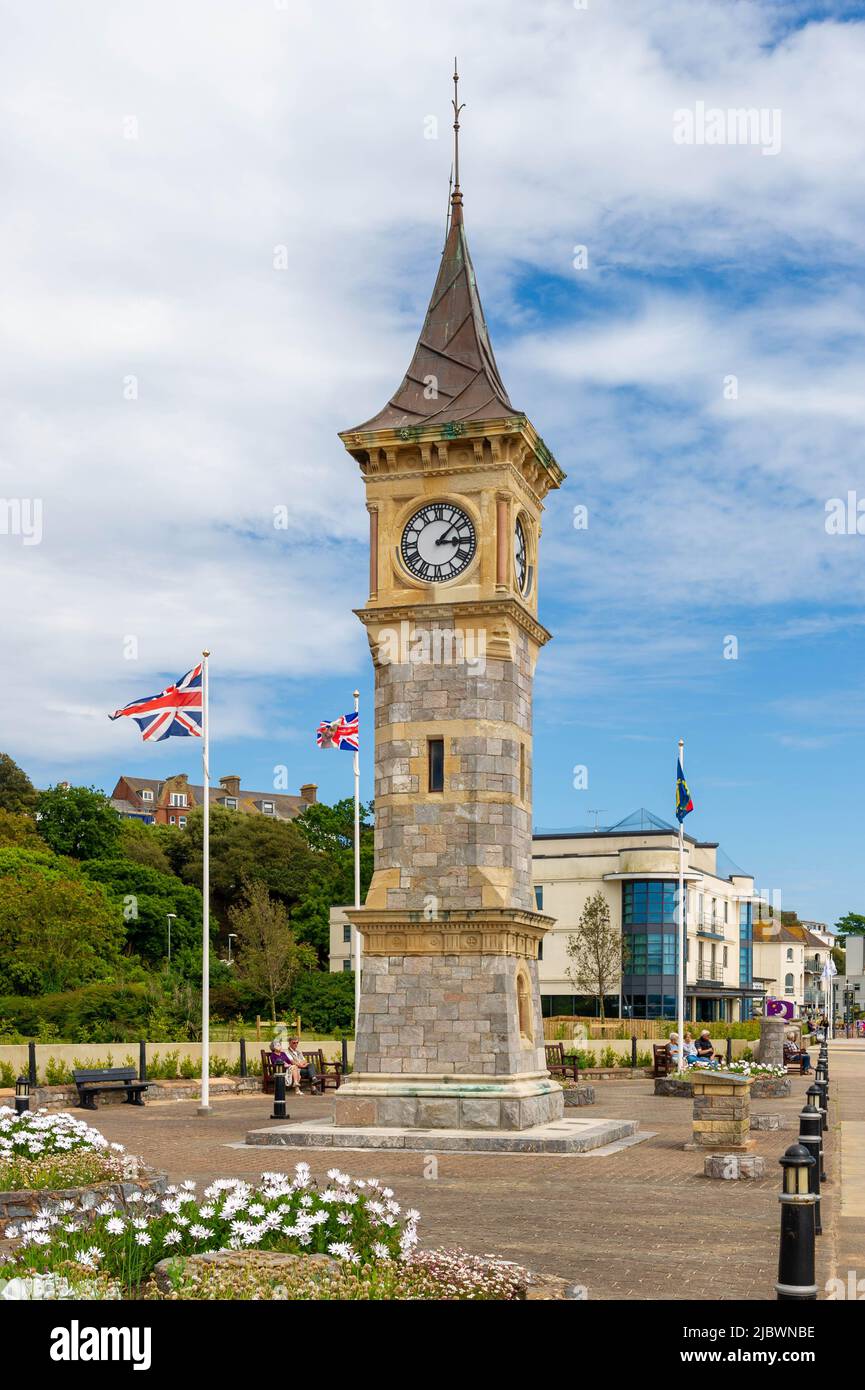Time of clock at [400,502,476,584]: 3:07
